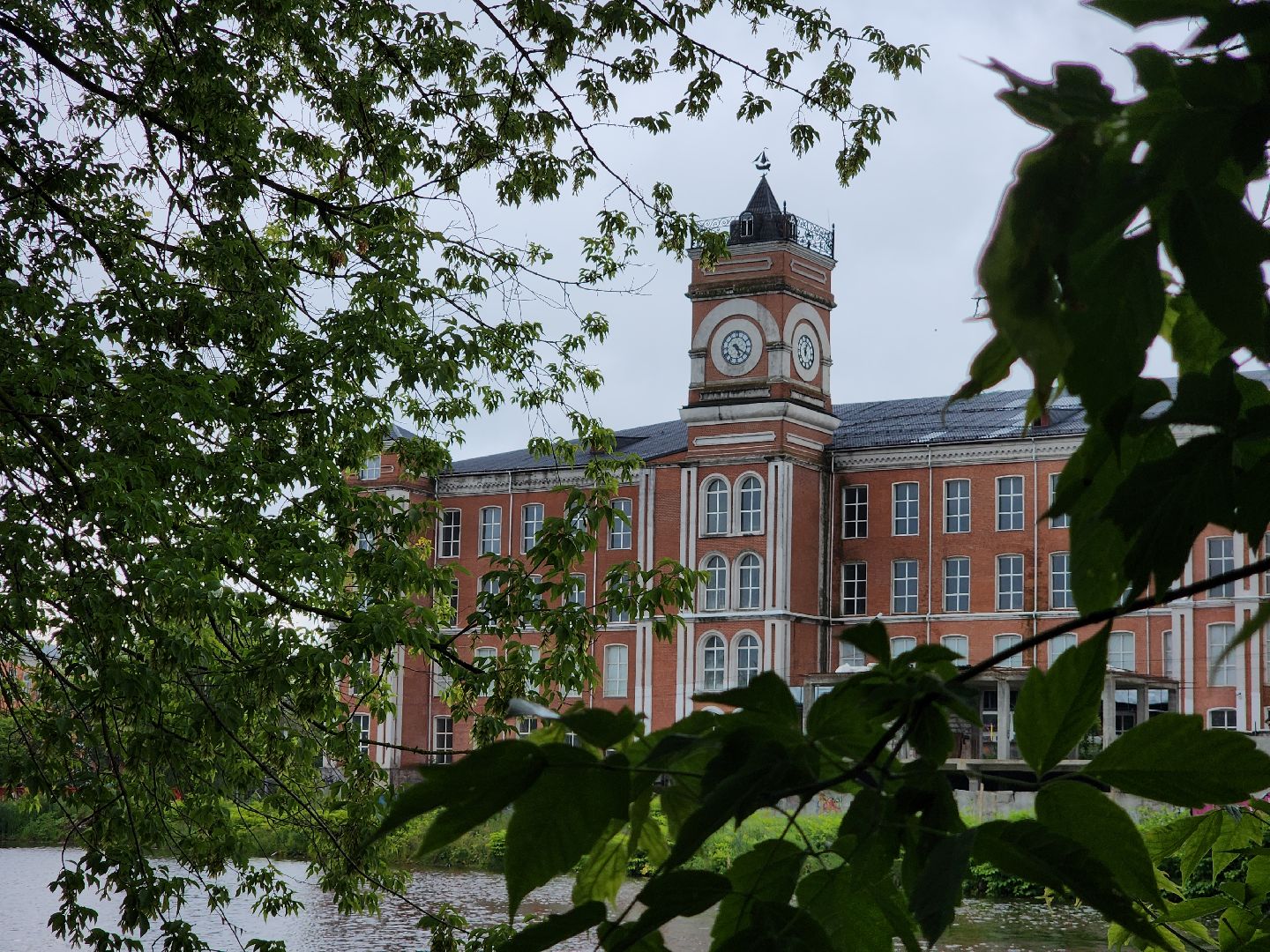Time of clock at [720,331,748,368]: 5:20
